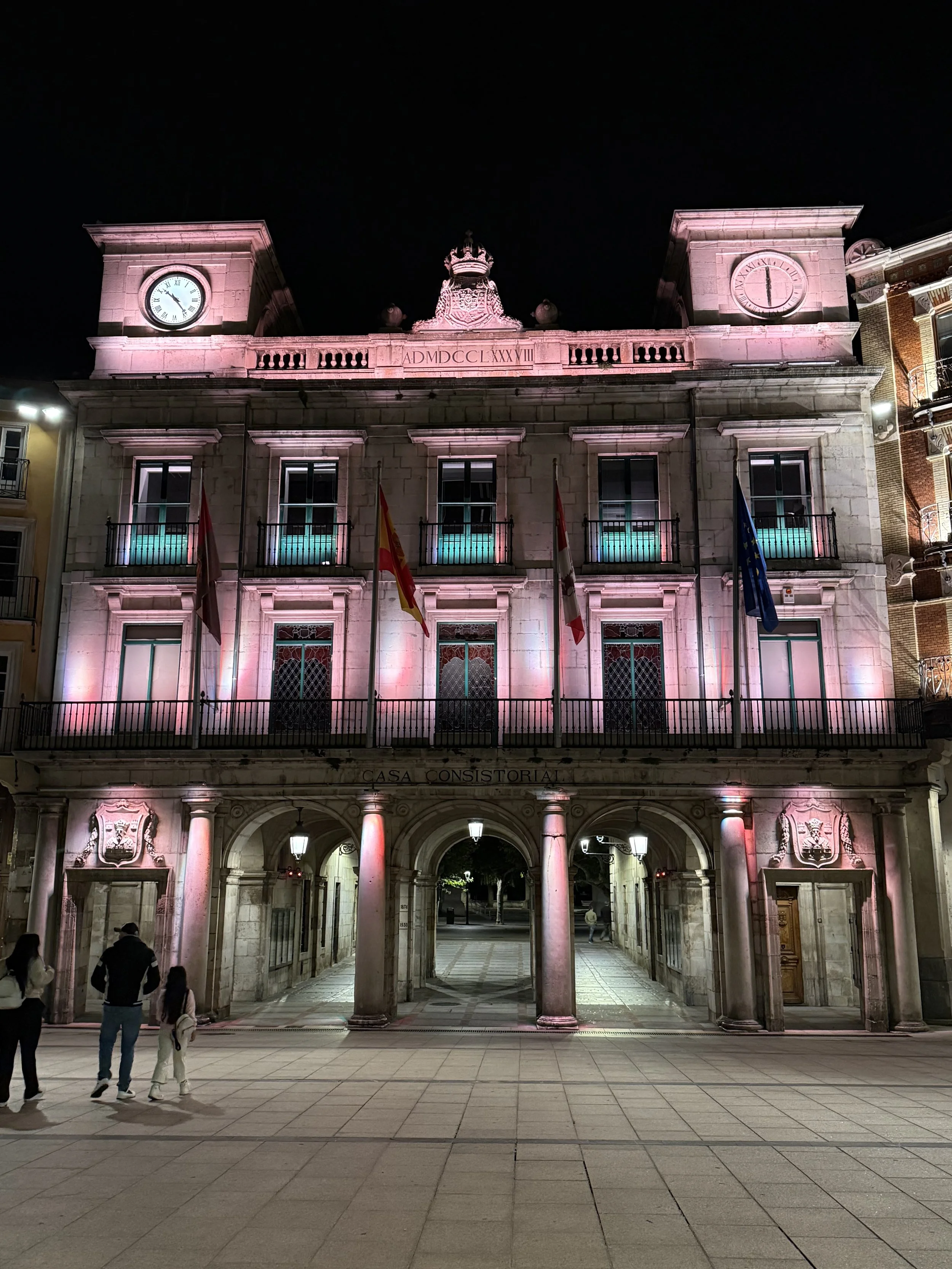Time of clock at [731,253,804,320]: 6:00
